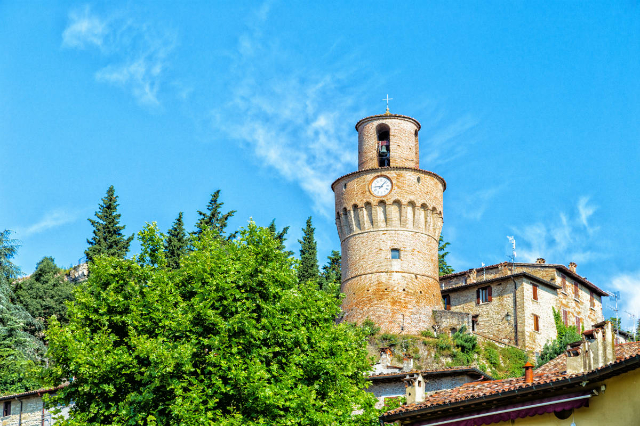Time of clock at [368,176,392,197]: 9:07
